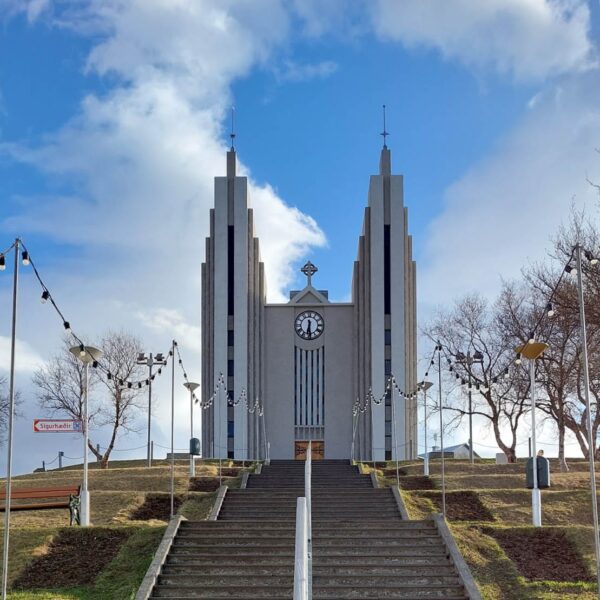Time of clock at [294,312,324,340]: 6:29
